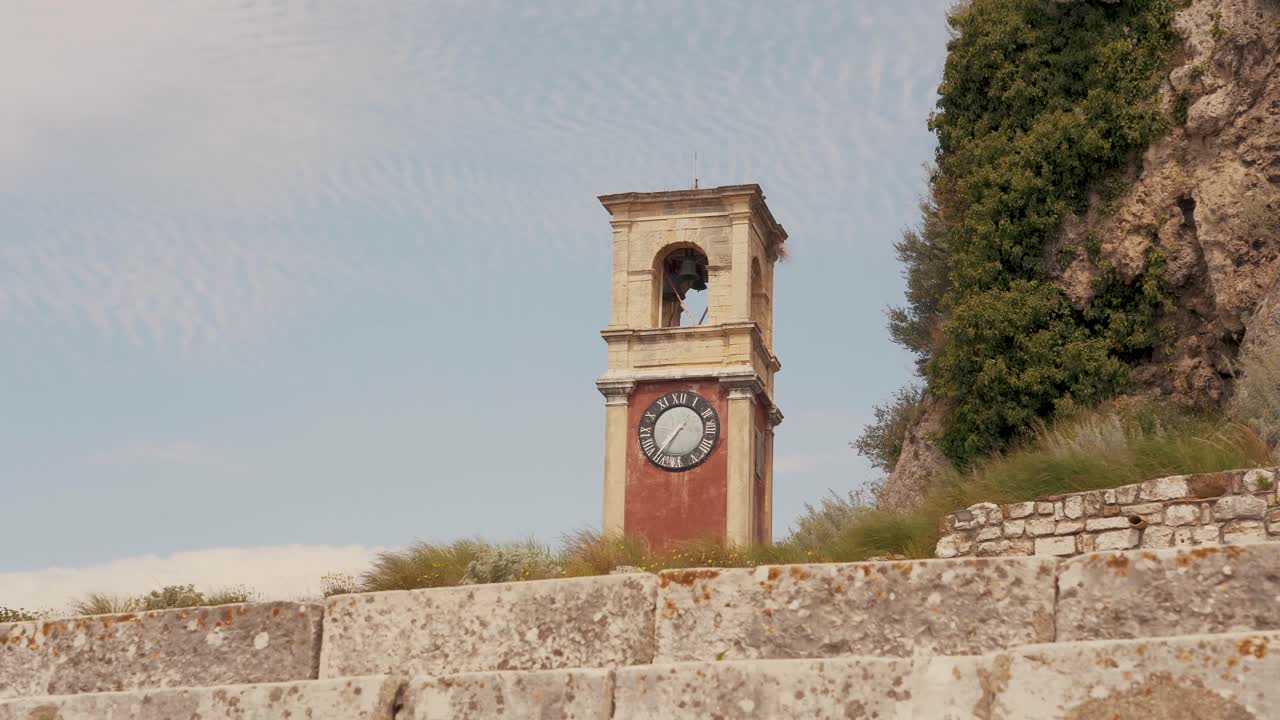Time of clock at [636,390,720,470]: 7:36
